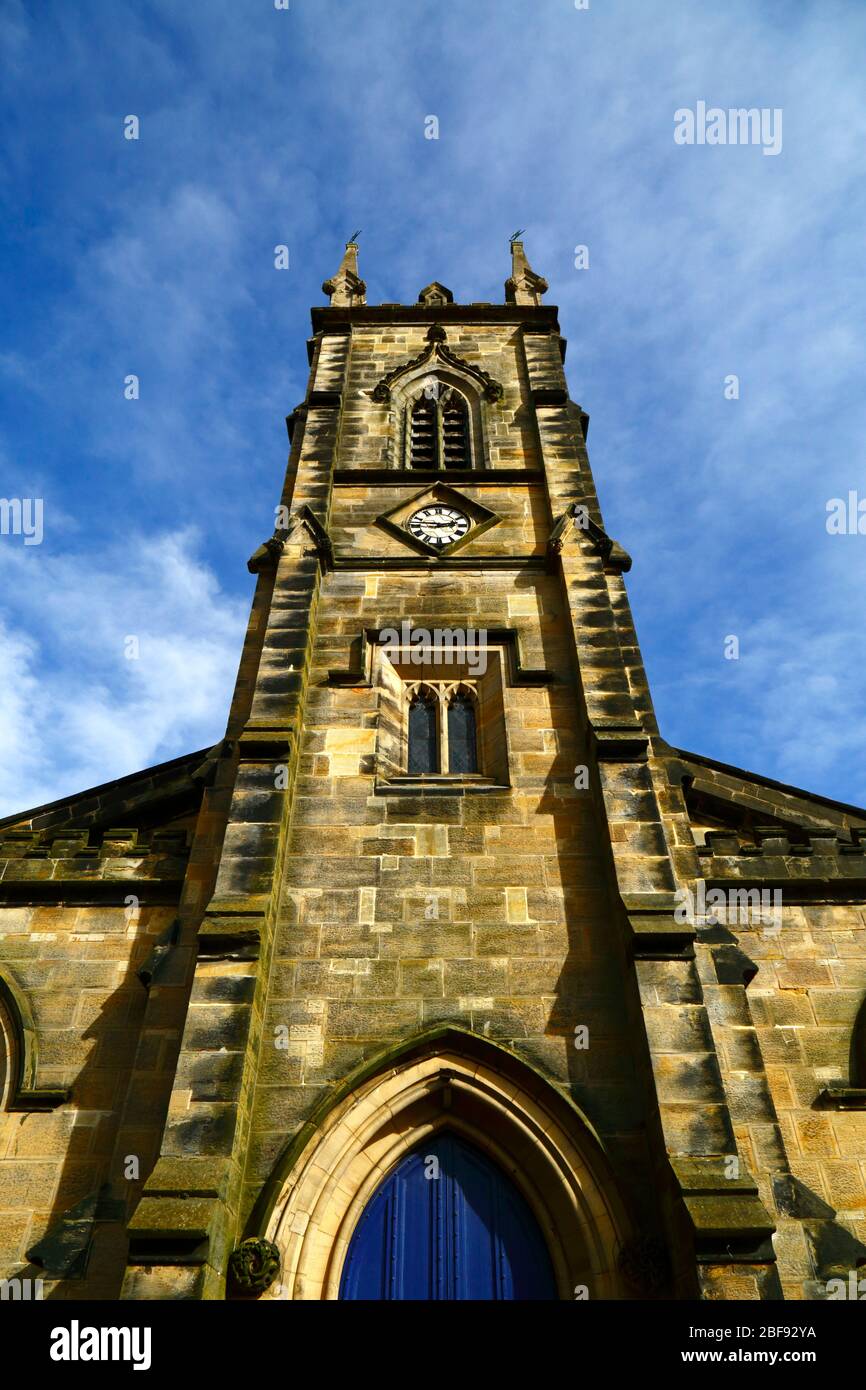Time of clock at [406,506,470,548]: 2:46
